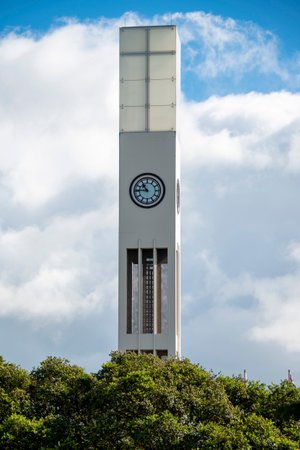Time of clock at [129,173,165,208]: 10:45
